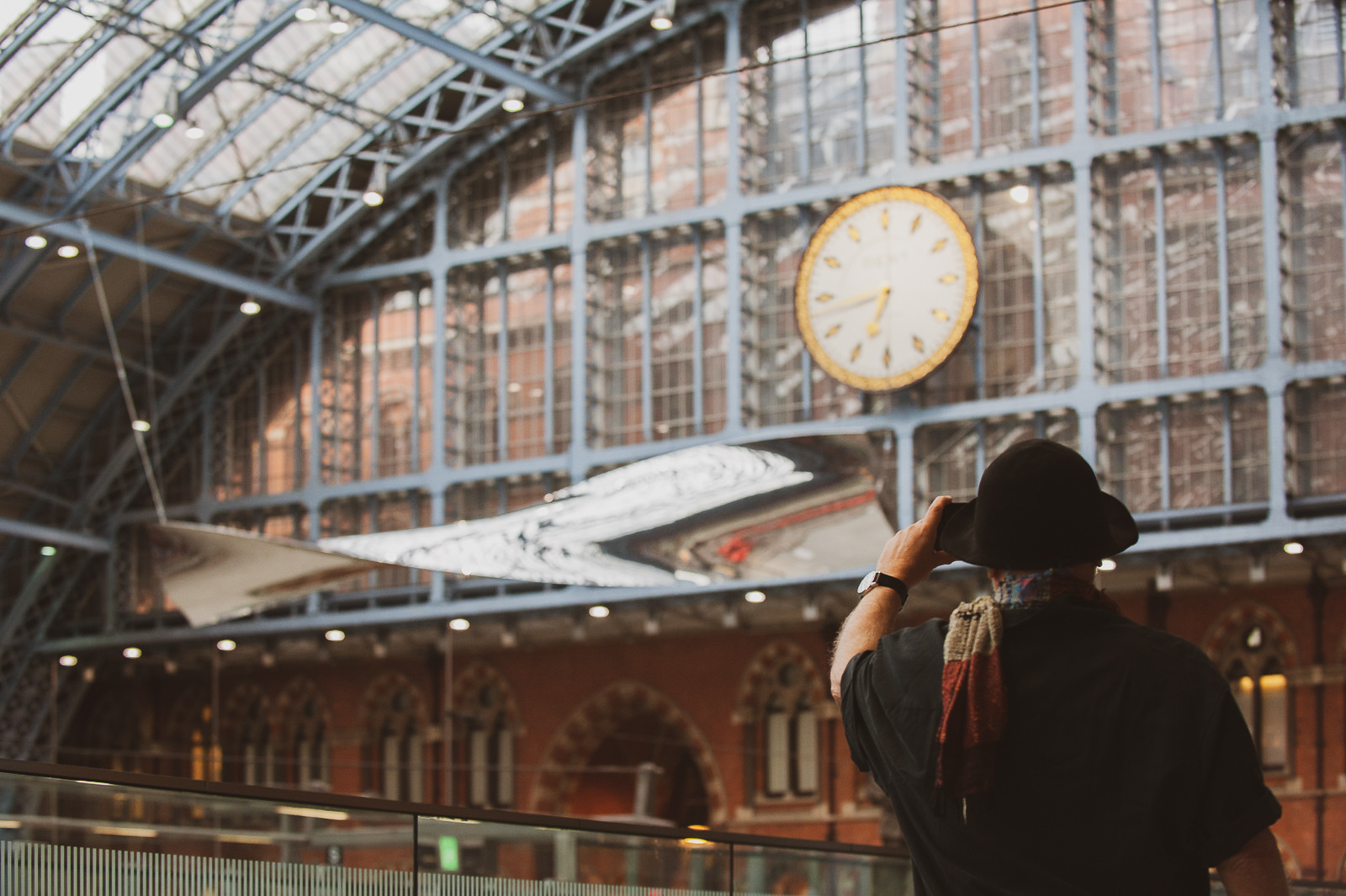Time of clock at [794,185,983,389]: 6:43
